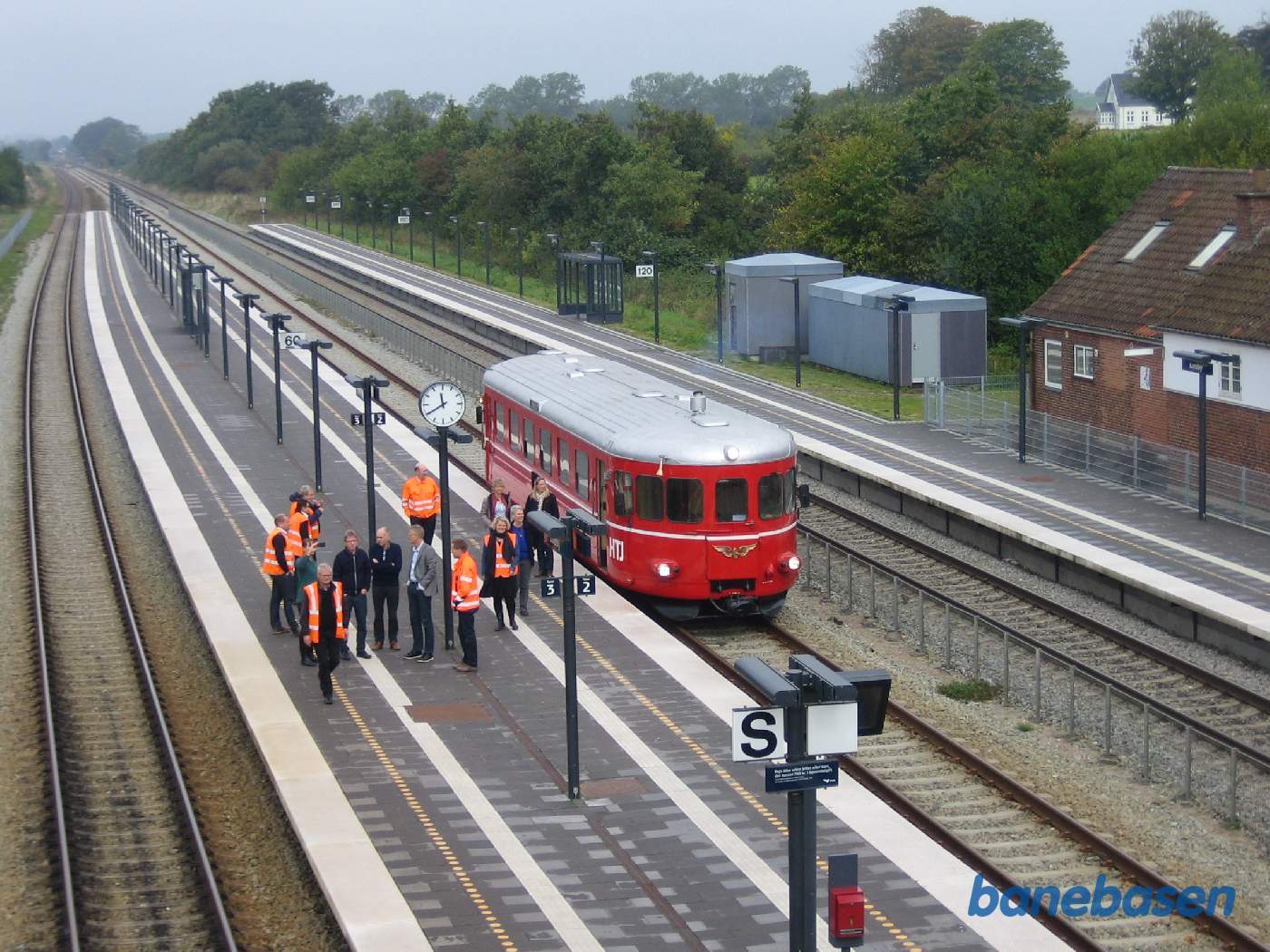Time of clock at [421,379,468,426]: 11:39
